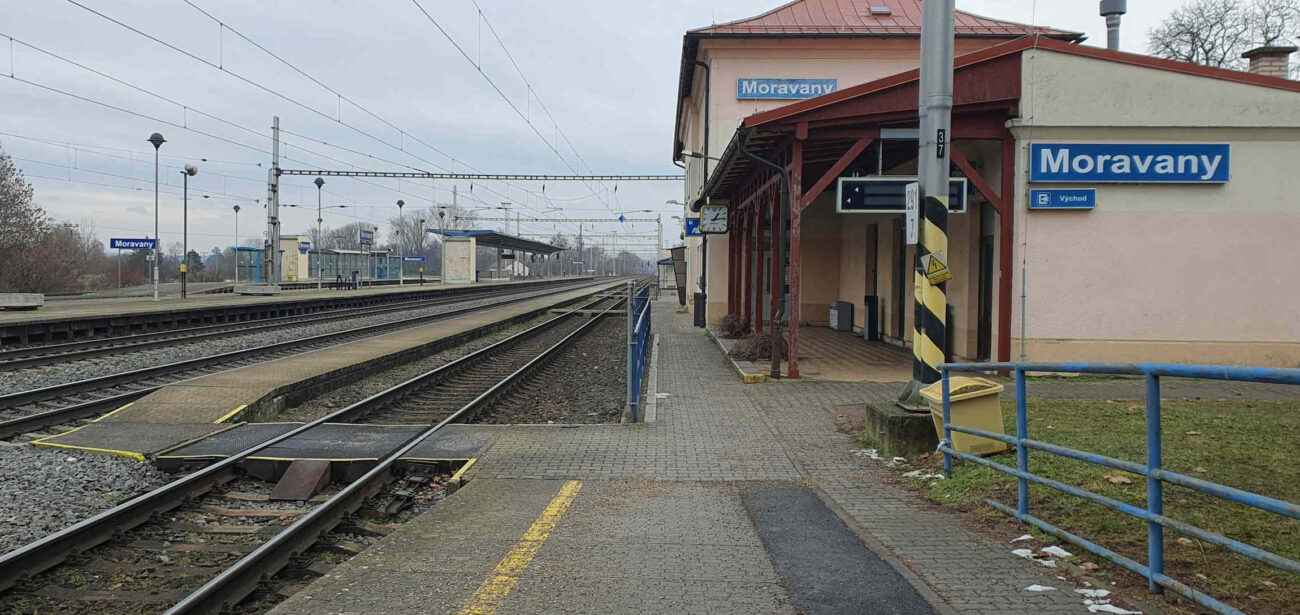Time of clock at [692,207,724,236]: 1:13
